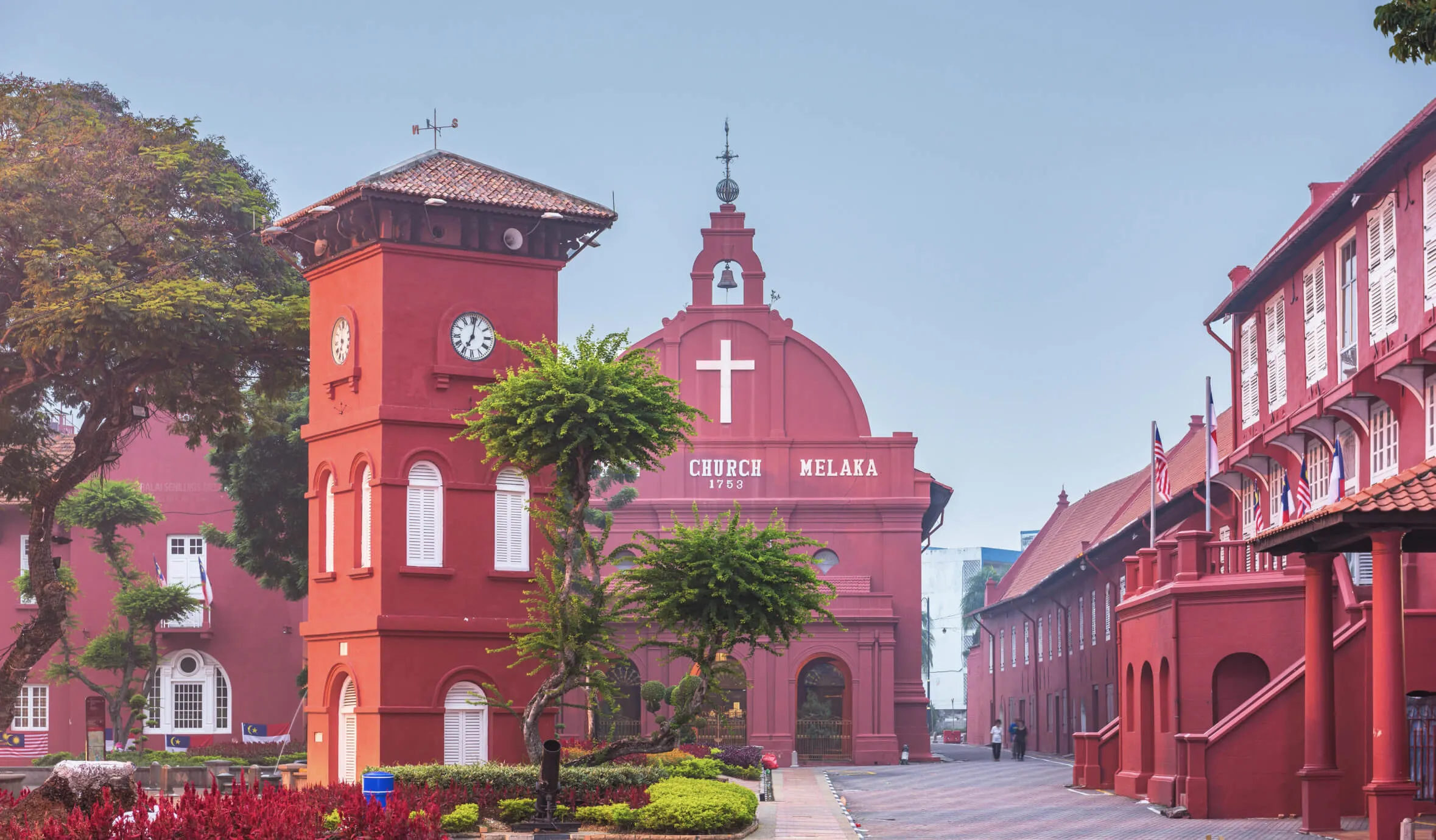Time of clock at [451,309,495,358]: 7:01
